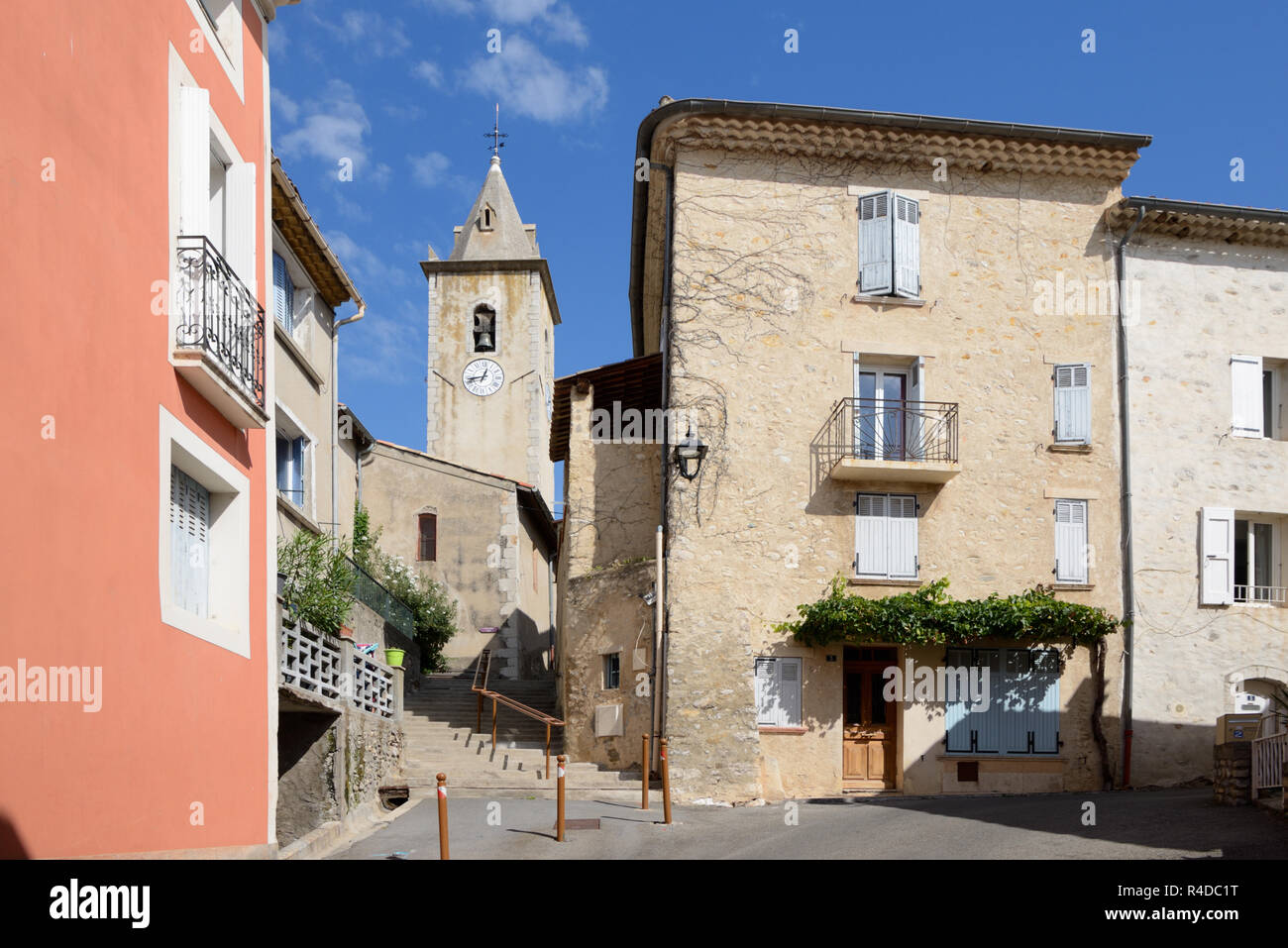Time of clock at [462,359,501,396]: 12:42
